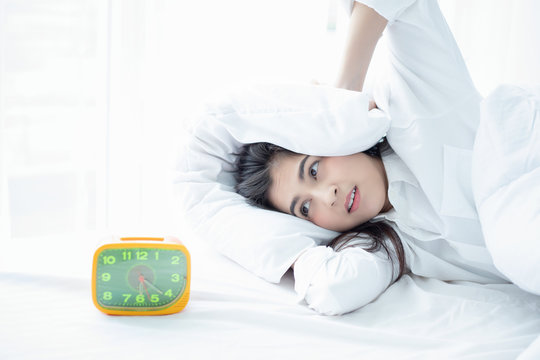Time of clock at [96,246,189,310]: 5:21
